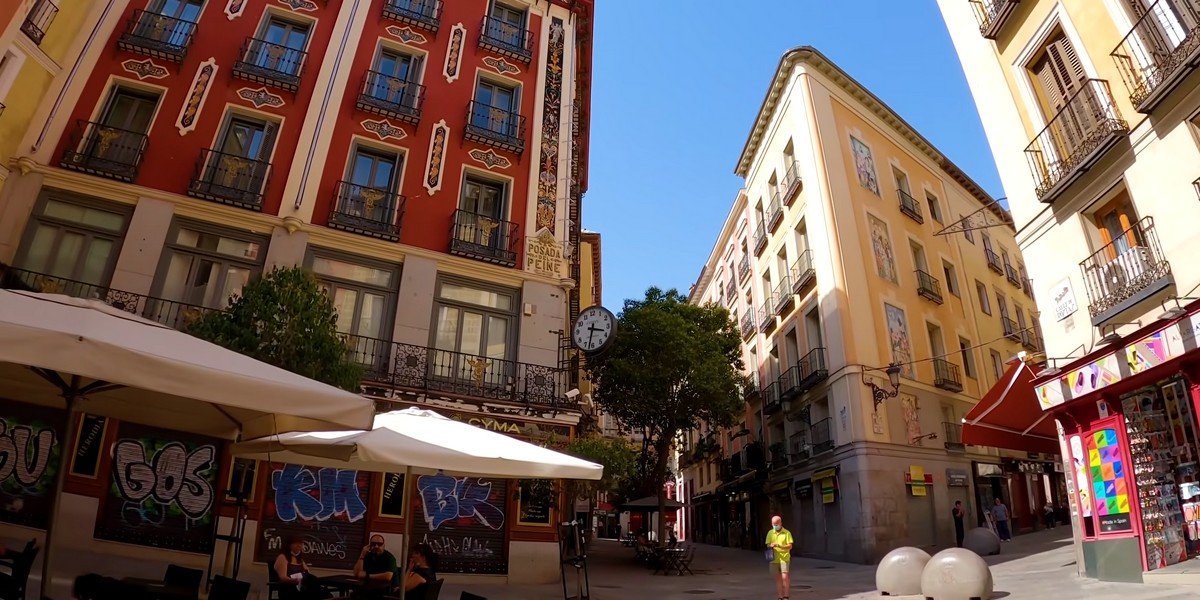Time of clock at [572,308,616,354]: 3:32
